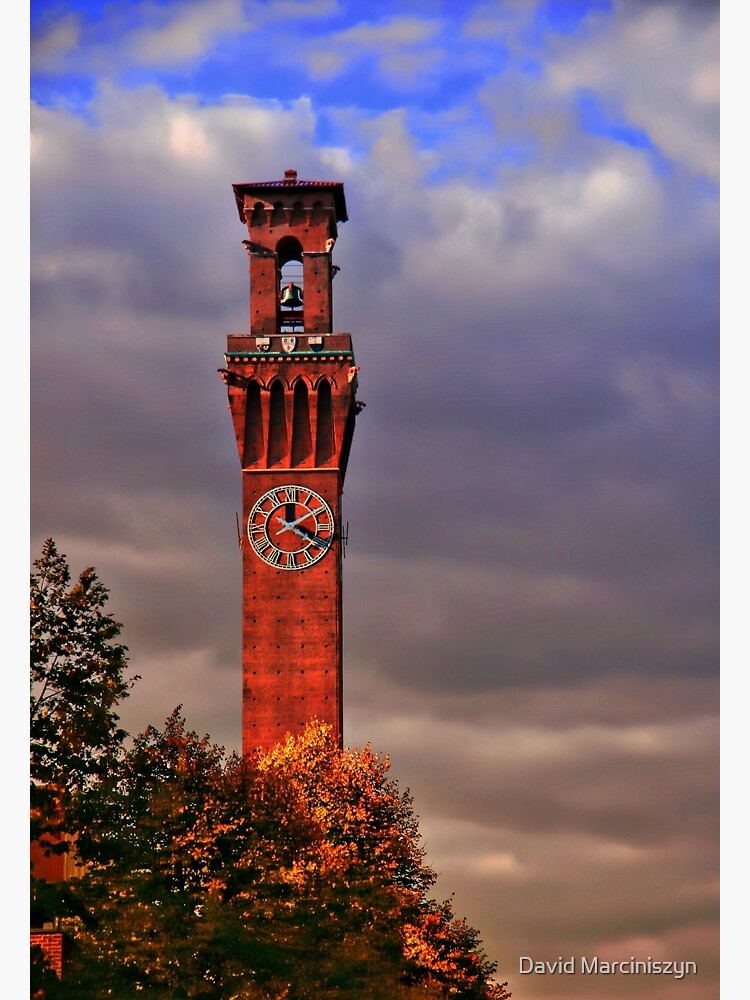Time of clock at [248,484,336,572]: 4:09
